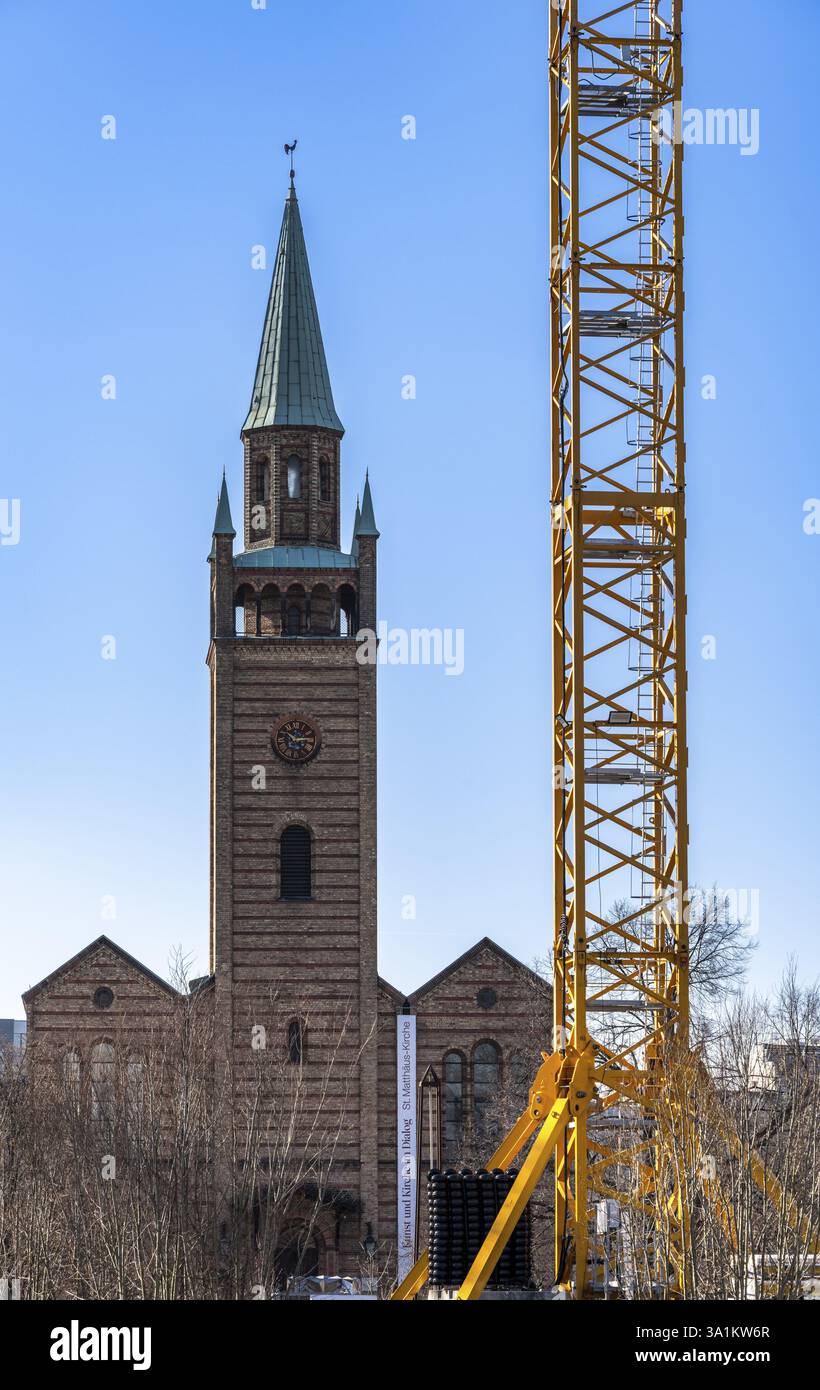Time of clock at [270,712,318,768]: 10:14
